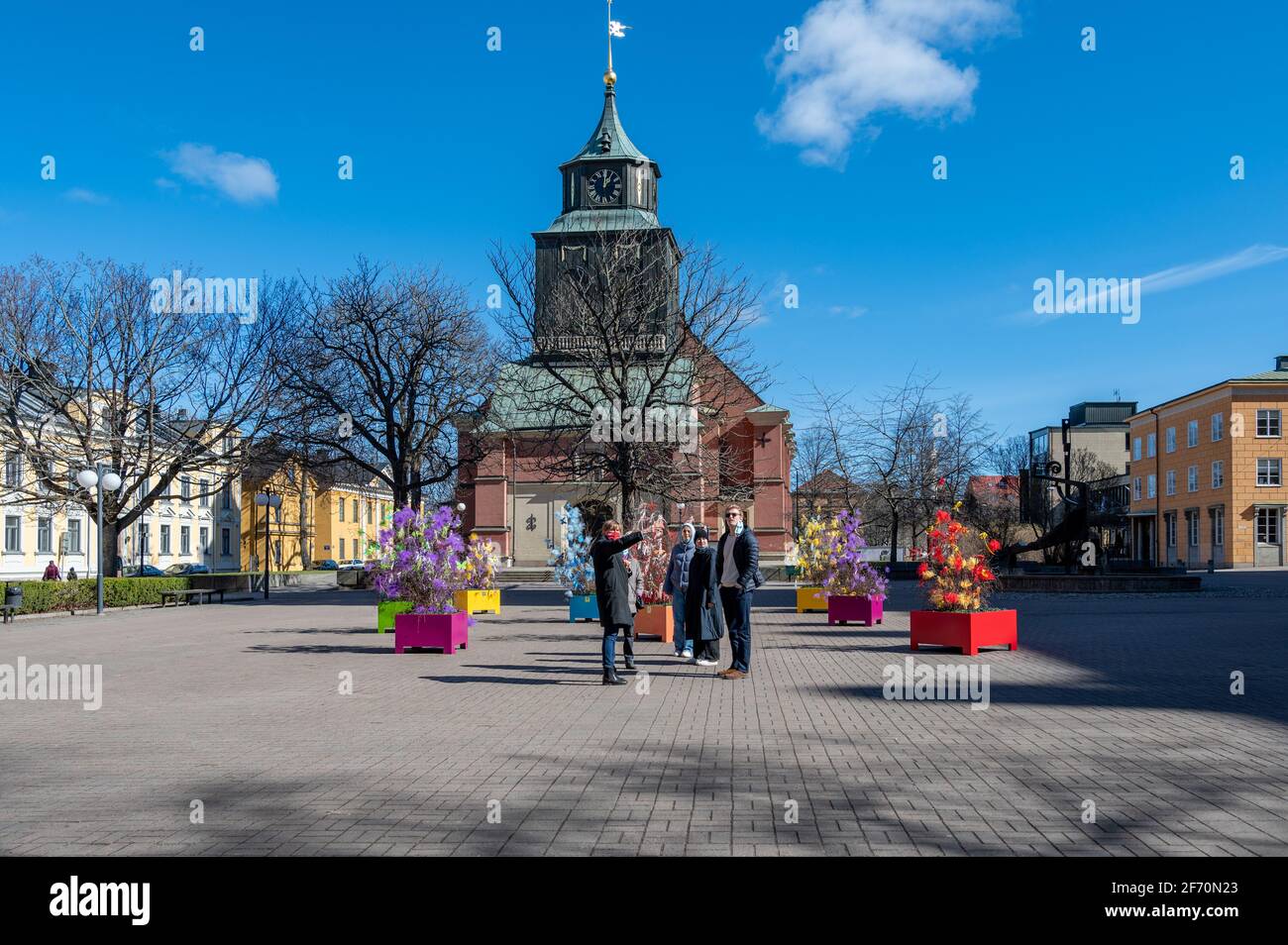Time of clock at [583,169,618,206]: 1:01
